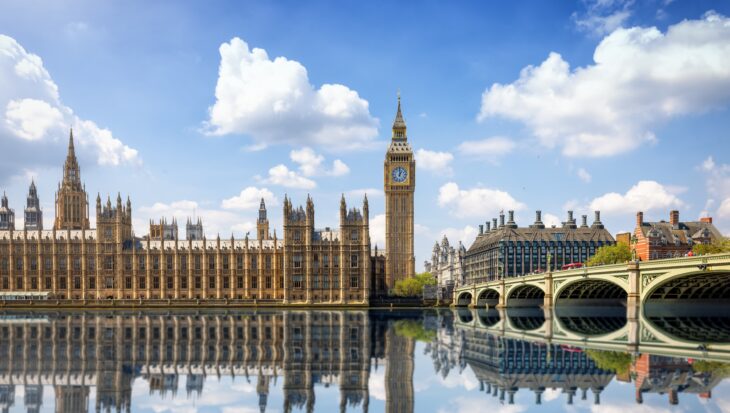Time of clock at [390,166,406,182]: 1:00
